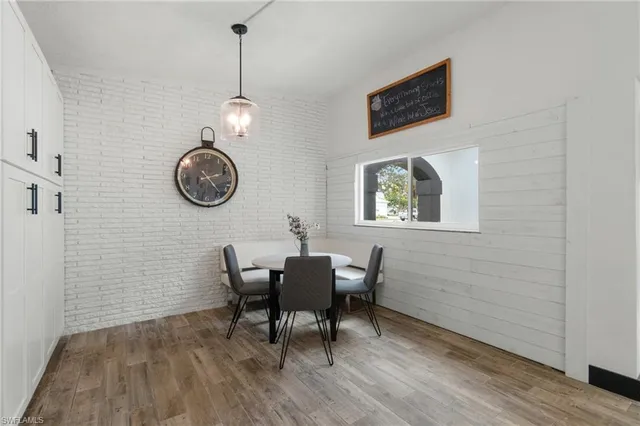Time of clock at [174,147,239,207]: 2:23
